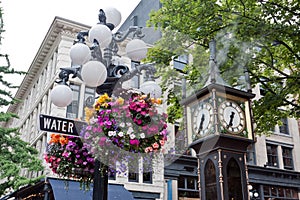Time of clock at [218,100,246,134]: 6:34
